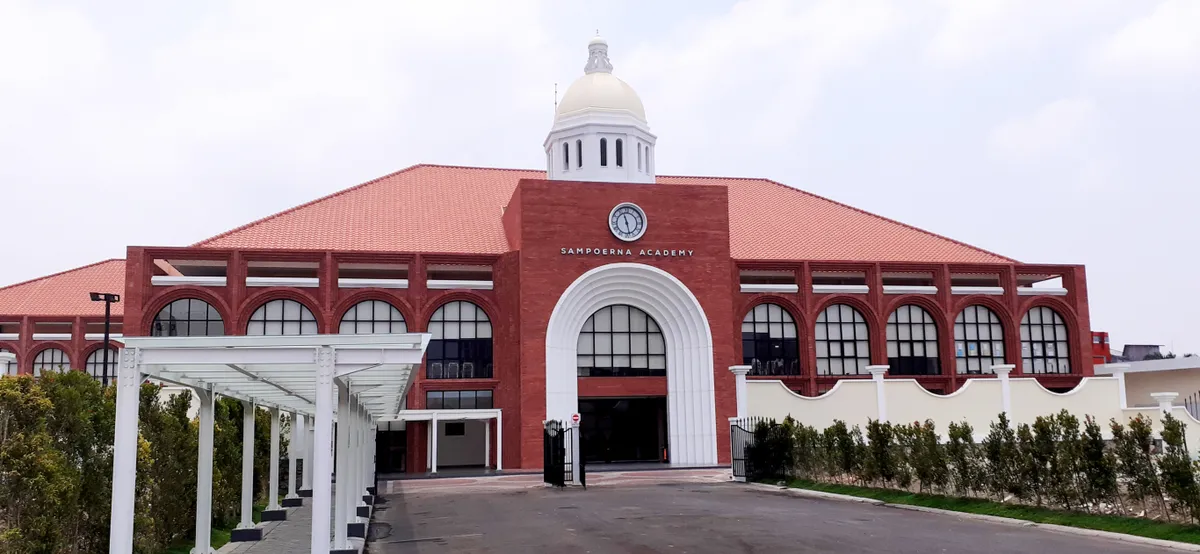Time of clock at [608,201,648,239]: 11:28
